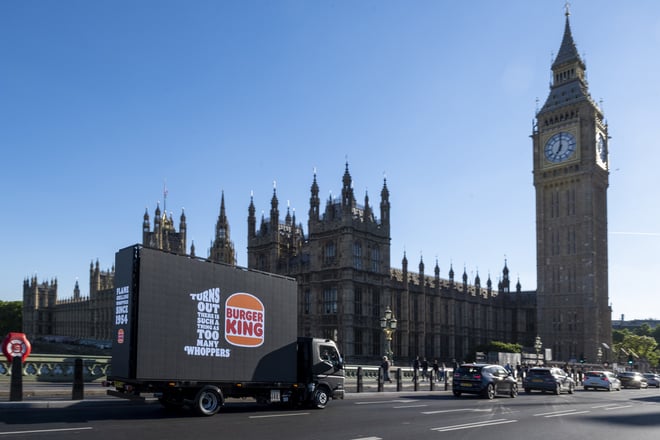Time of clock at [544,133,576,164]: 7:00
